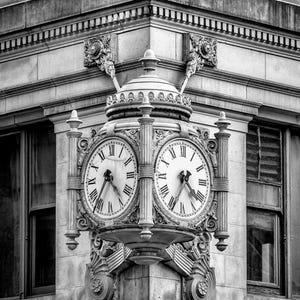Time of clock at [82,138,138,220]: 4:35
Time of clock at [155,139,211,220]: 4:34
